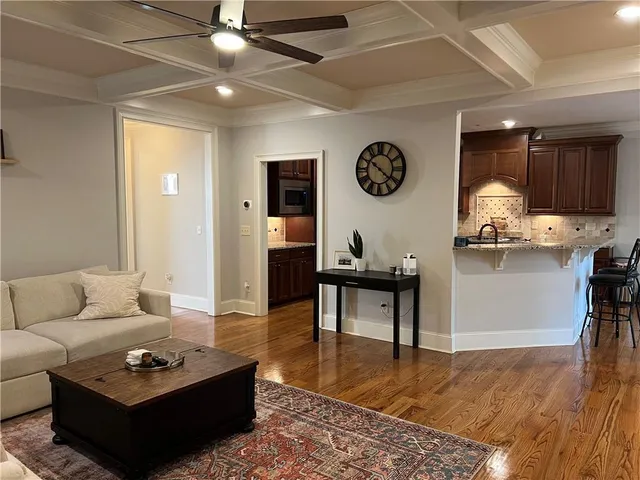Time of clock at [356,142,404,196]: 10:21
